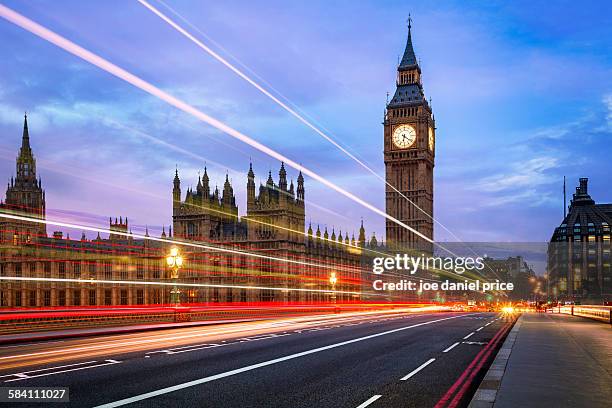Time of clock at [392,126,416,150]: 6:21
